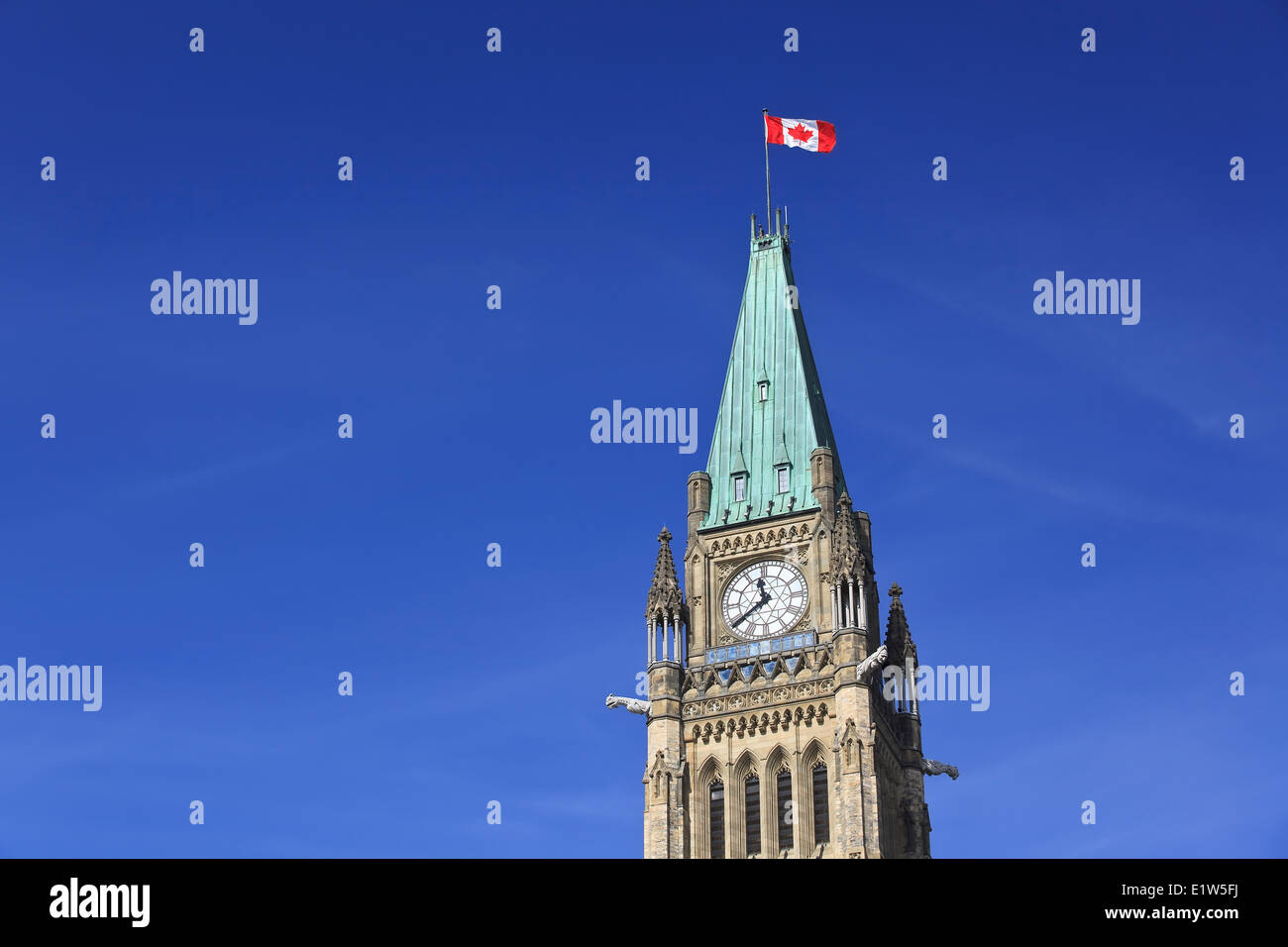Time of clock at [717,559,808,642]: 11:38
